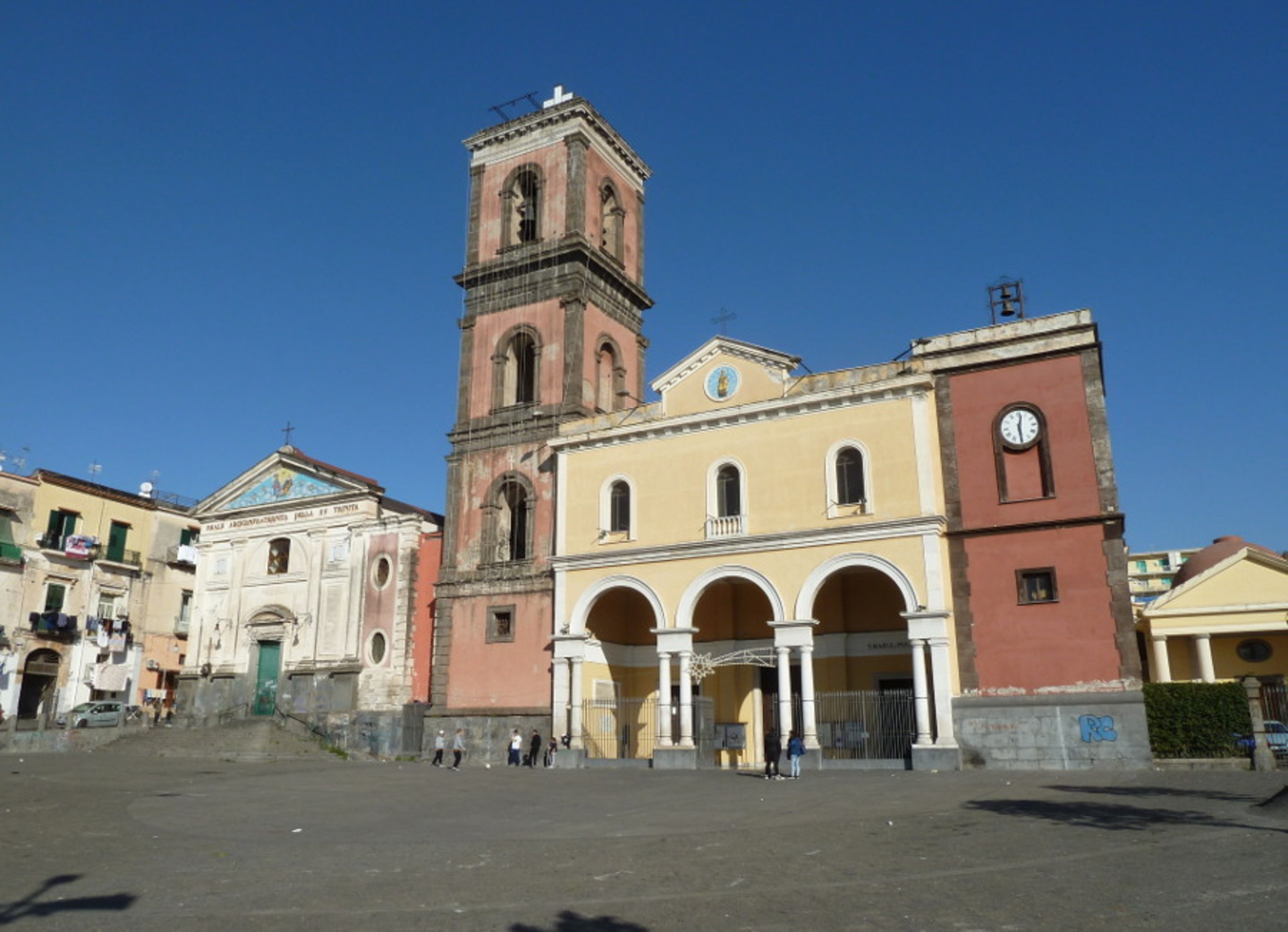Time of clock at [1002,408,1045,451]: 12:29
